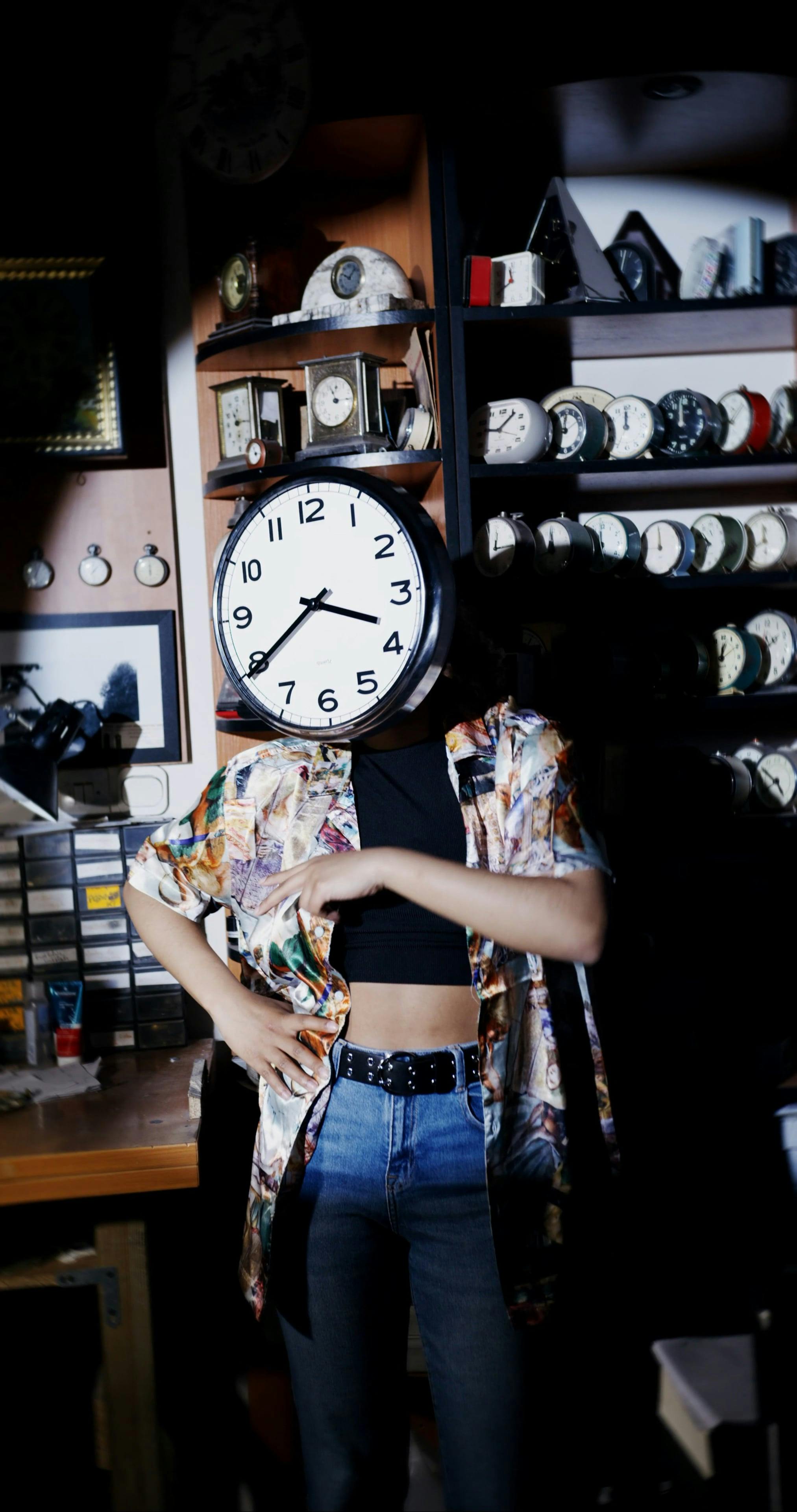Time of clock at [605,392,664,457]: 11:59
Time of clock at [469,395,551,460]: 9:07
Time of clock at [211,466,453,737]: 3:39
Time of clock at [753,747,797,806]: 4:50
